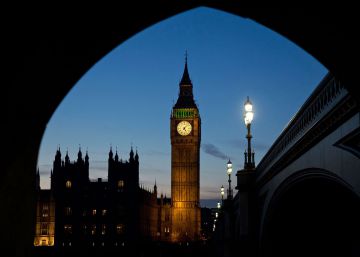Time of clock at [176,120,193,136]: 5:07
